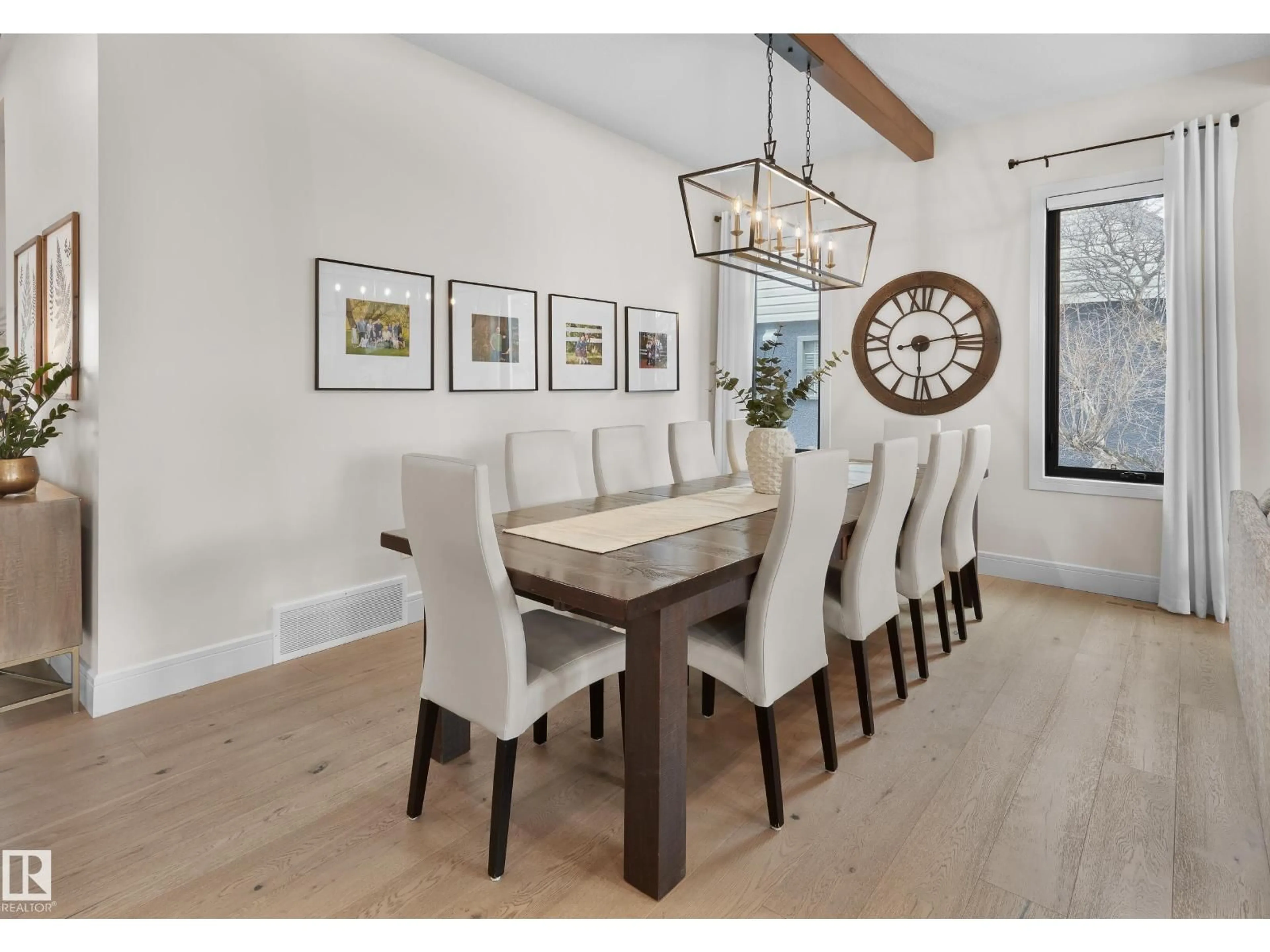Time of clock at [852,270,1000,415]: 6:13
